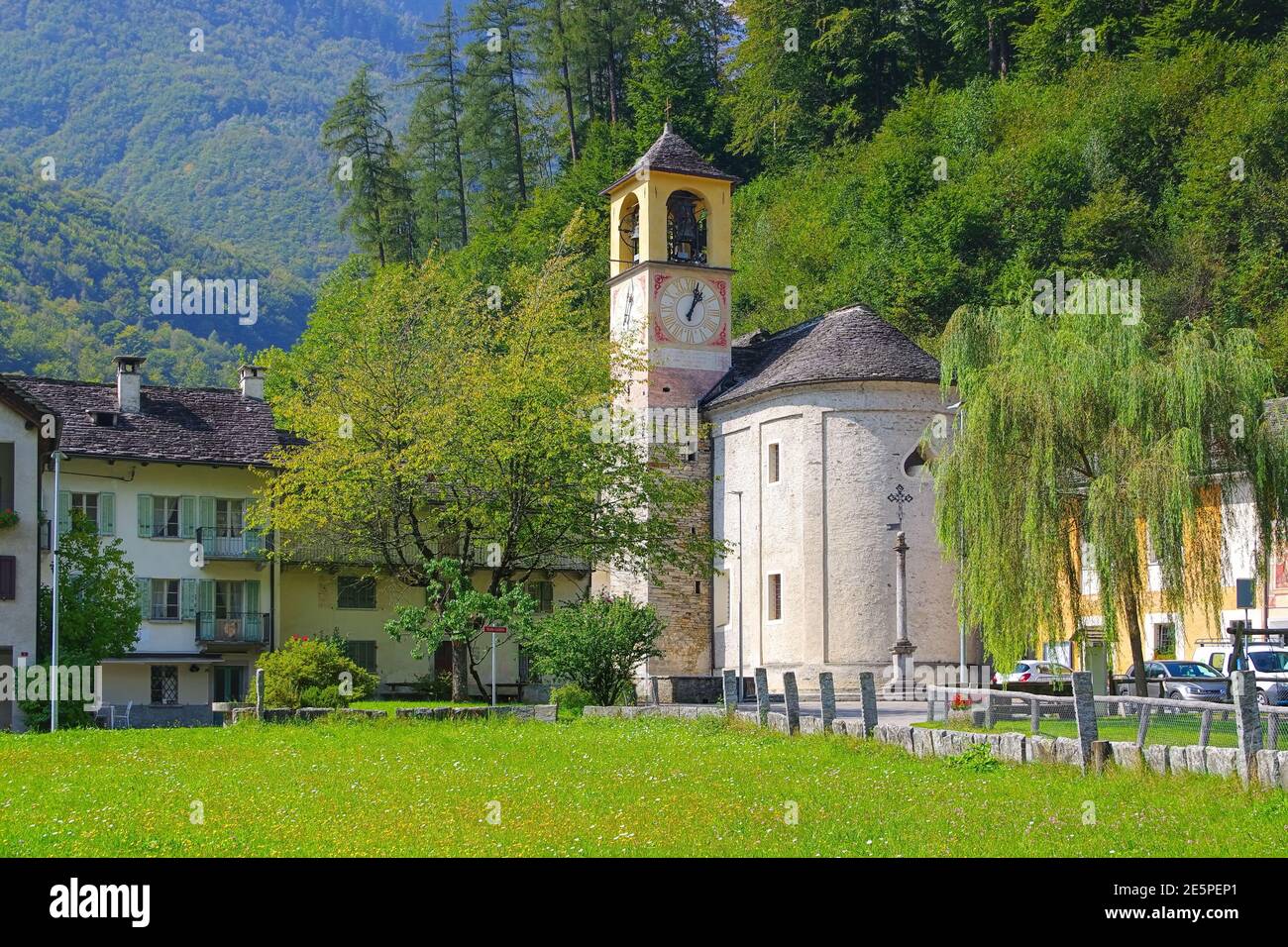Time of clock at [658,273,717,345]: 1:02
